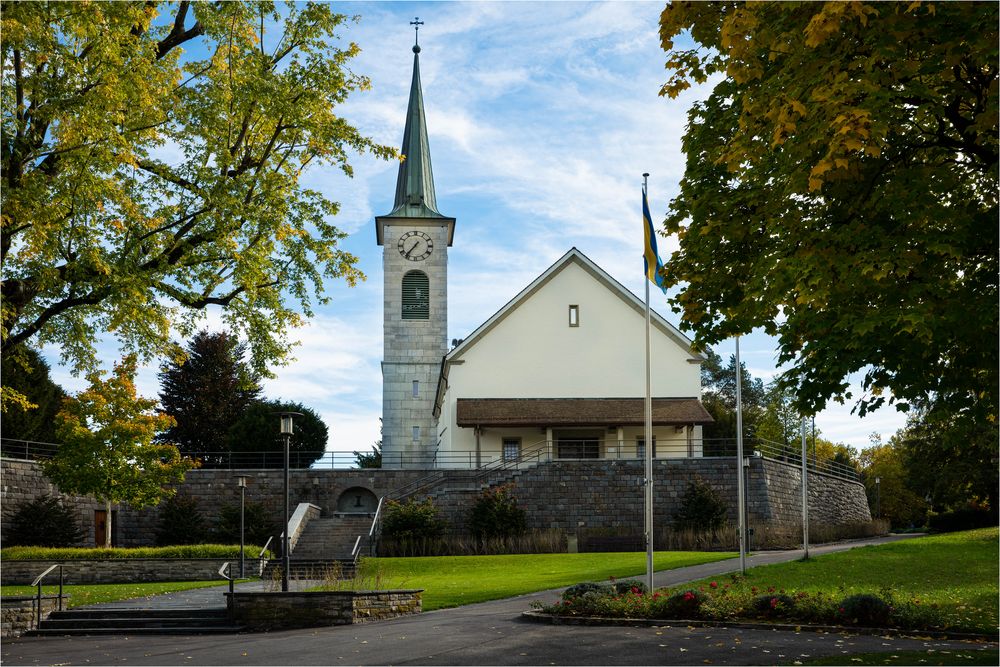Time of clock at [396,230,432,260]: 7:36
